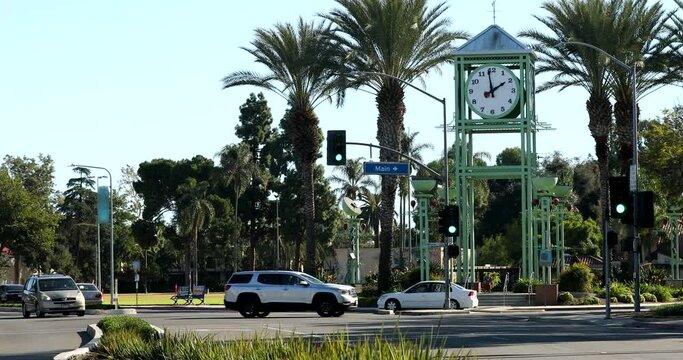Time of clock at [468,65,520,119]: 1:58
